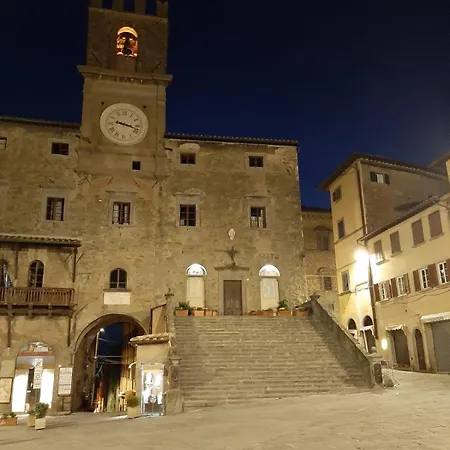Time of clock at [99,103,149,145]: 3:17
